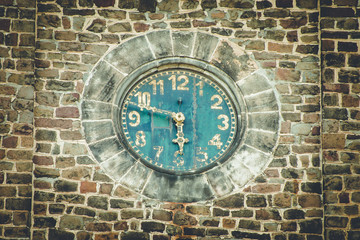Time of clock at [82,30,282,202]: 5:47
